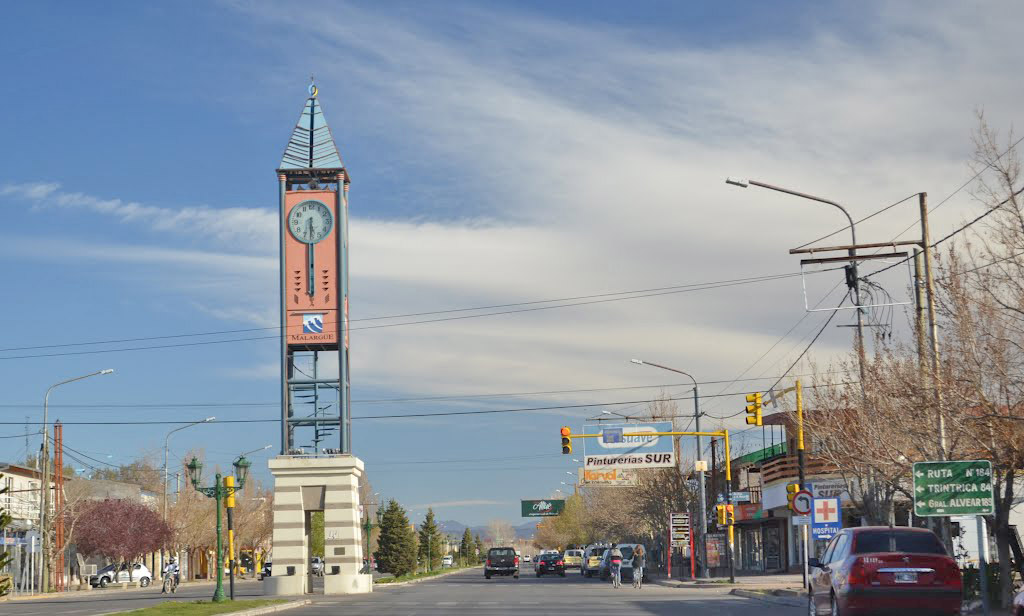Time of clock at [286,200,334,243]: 5:30
